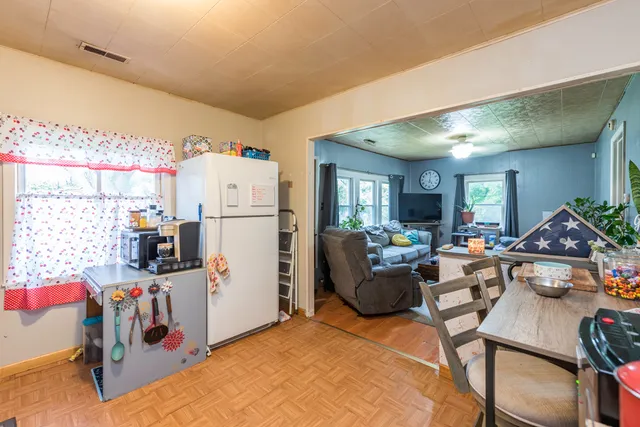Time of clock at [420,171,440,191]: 5:01
